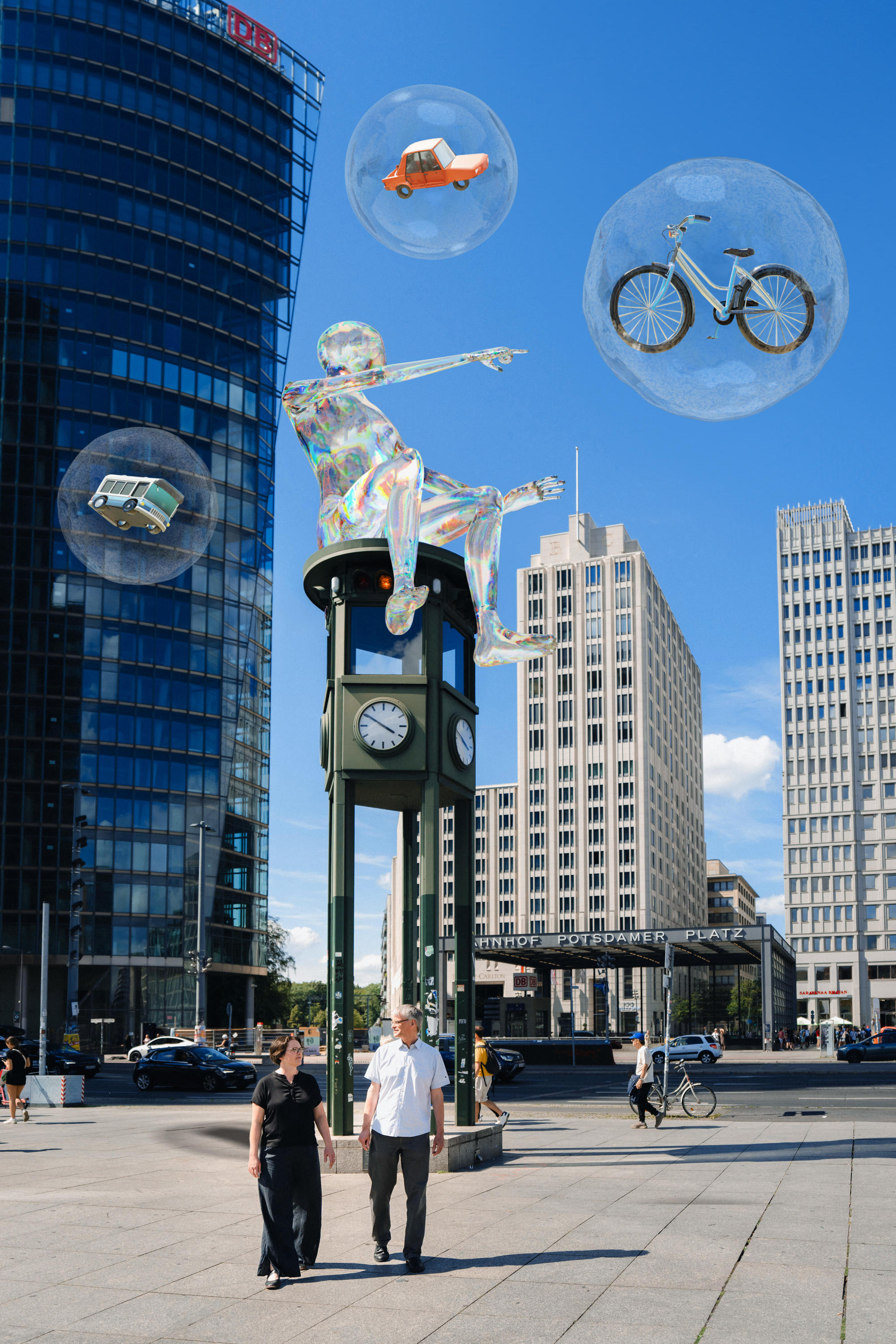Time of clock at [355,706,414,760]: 3:50
